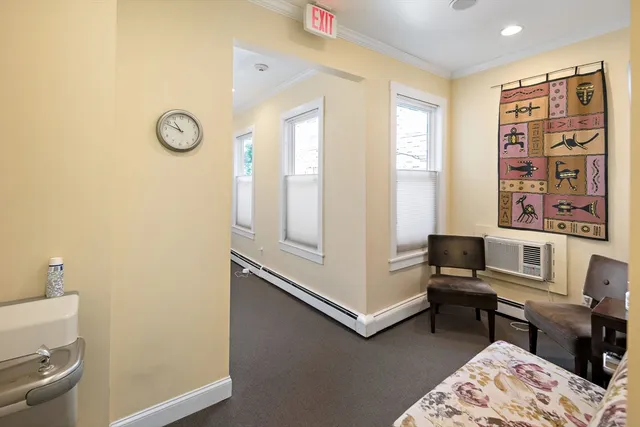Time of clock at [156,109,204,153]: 10:48
